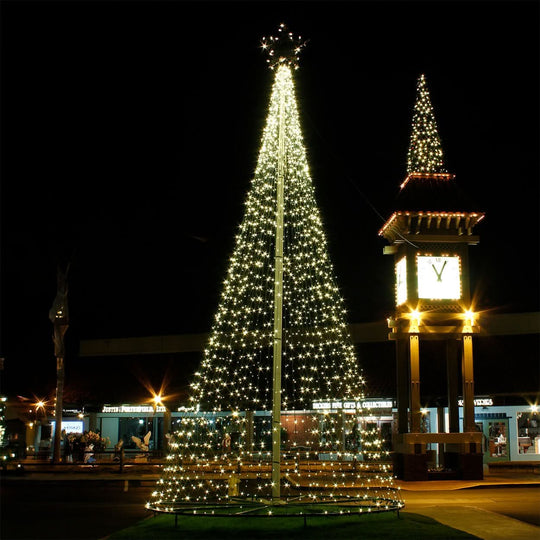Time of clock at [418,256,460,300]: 11:04
